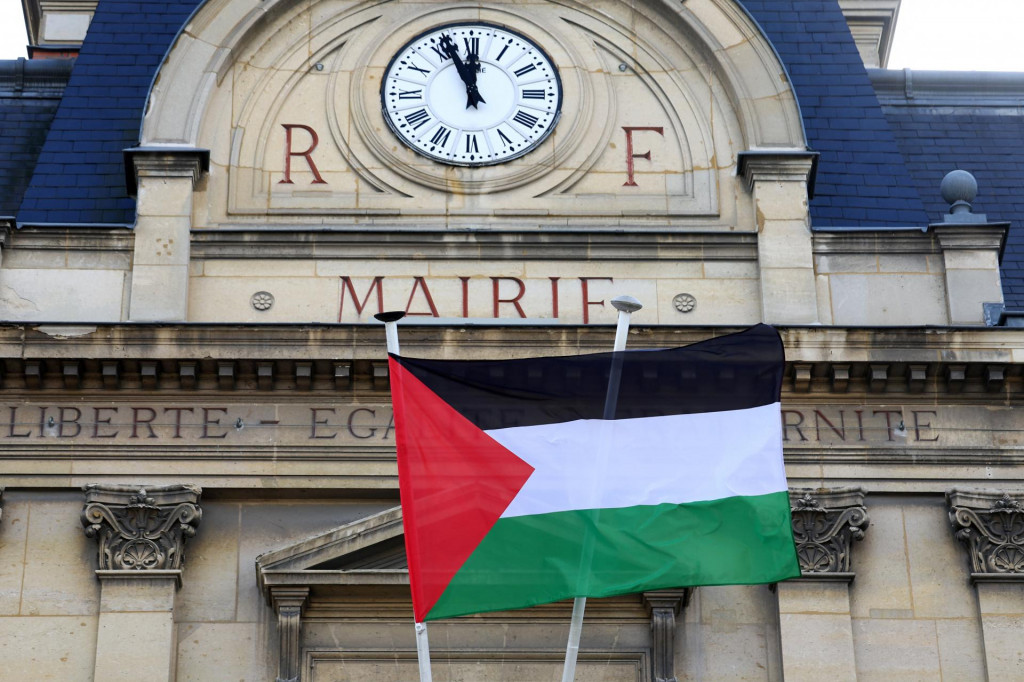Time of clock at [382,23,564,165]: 11:56
